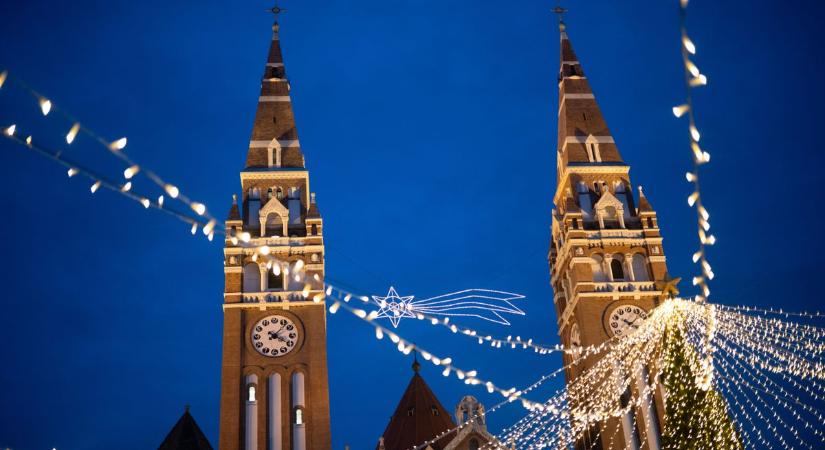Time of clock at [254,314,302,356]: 4:07
